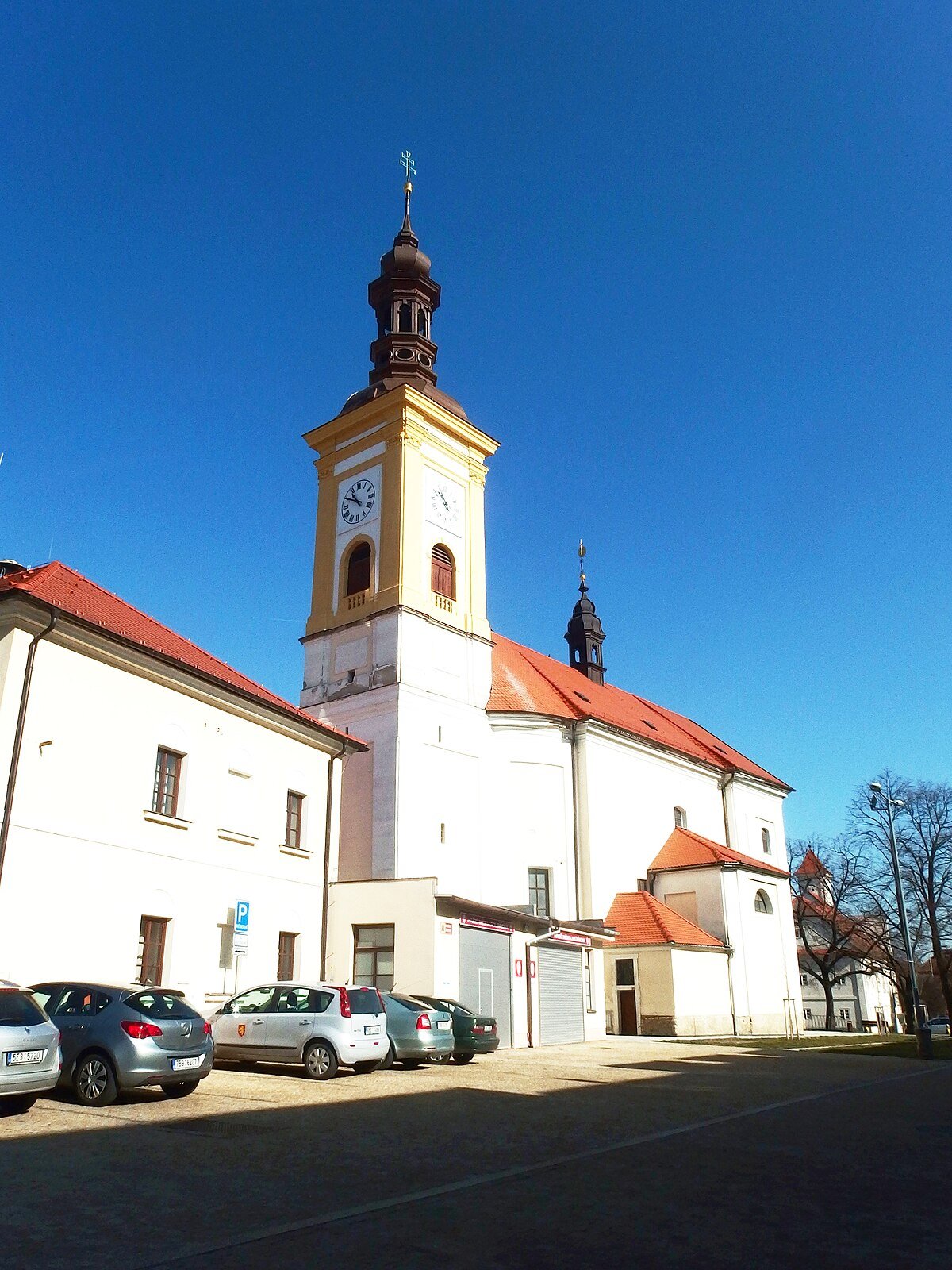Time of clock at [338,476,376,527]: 10:49
